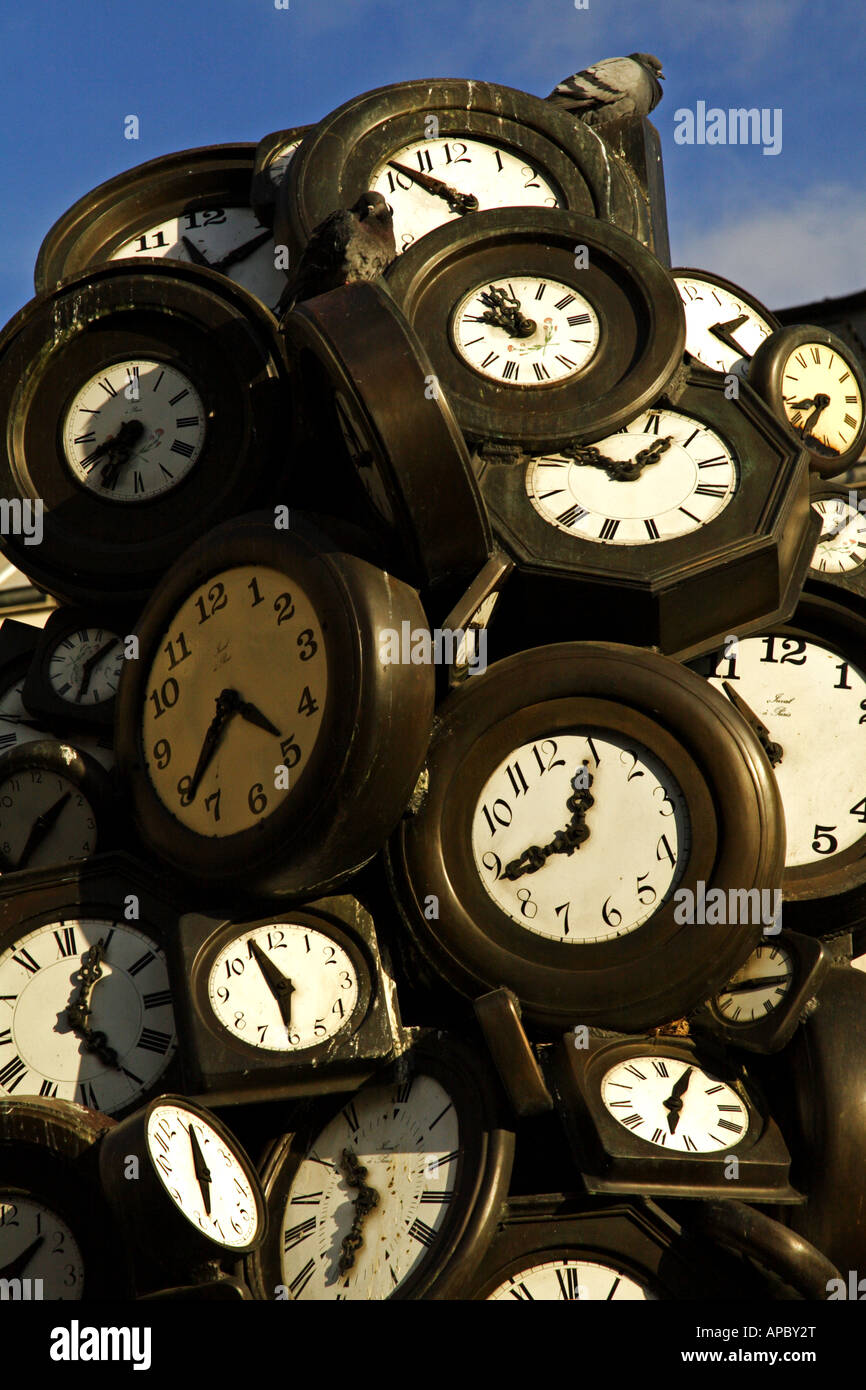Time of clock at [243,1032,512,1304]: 10:30
